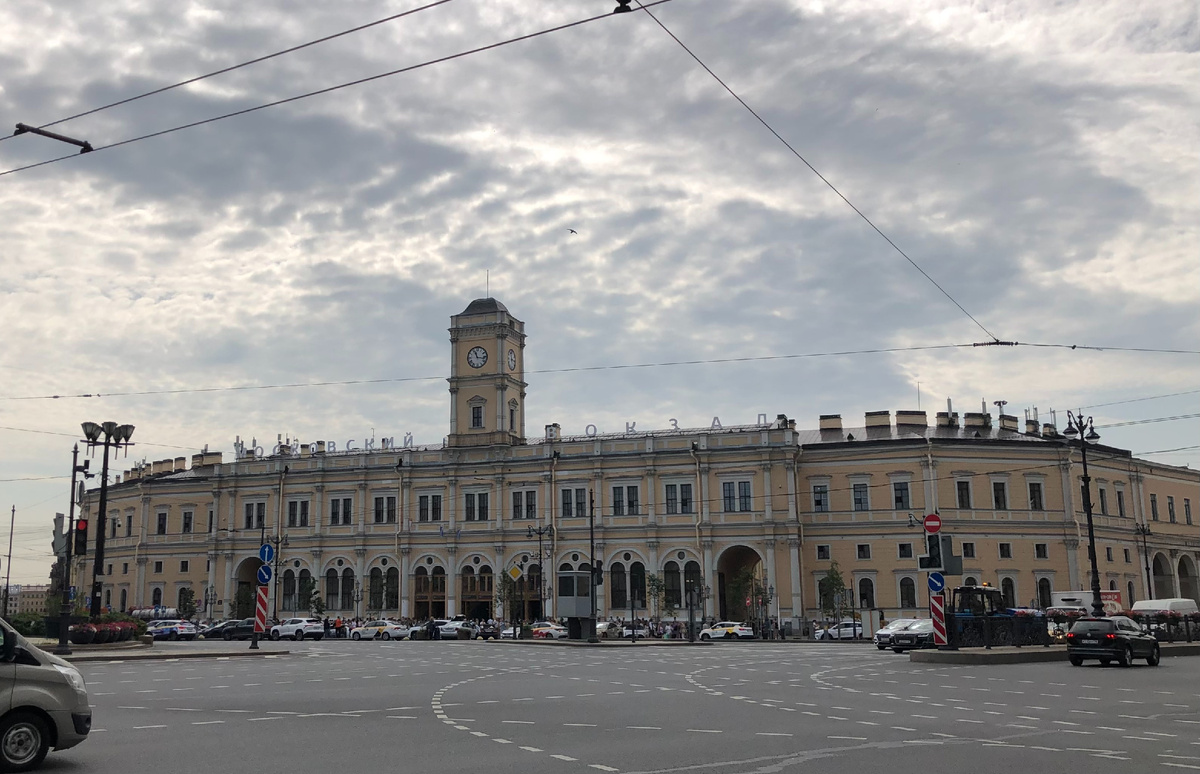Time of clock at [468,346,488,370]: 11:16
